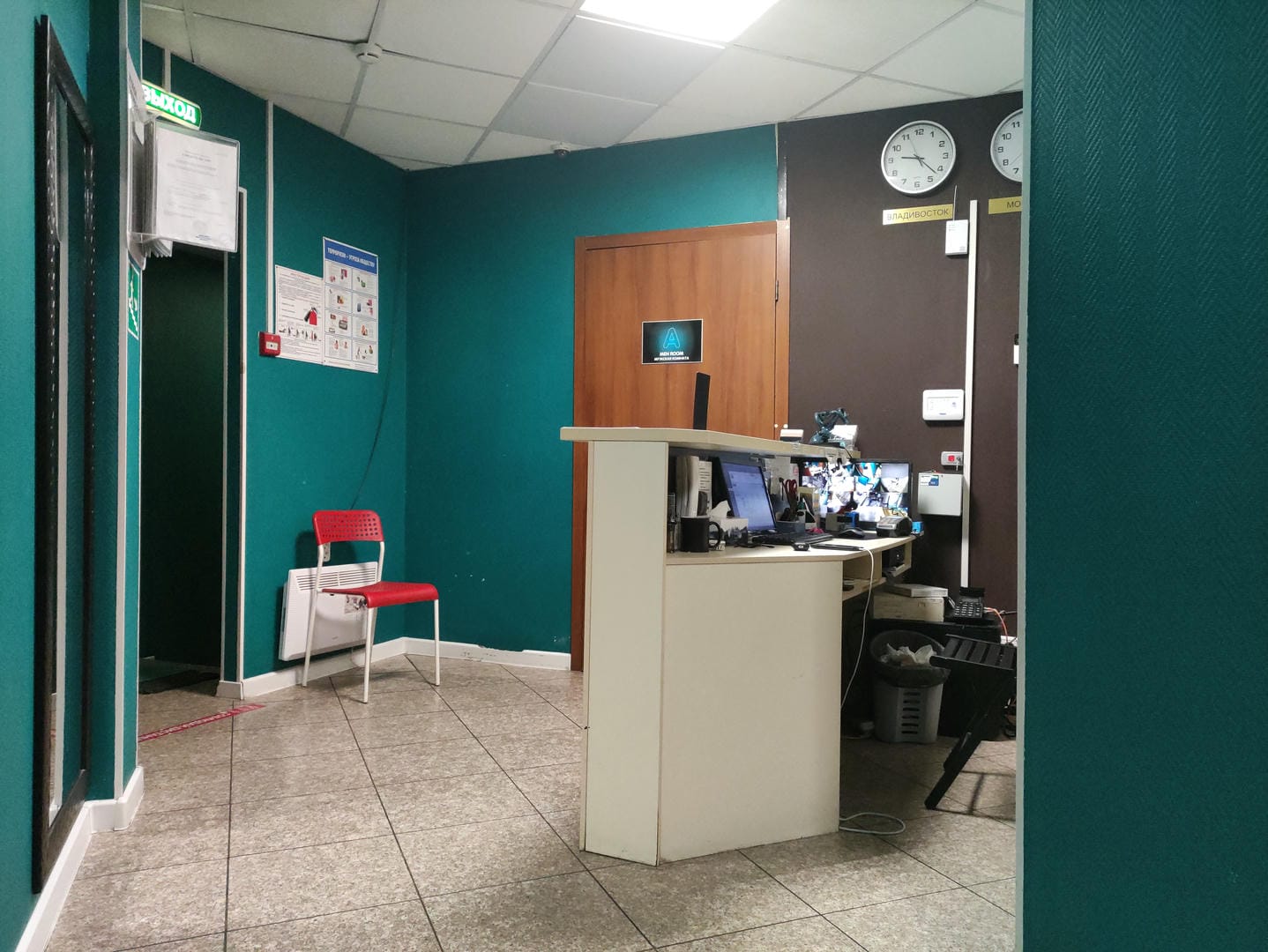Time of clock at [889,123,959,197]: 9:22
